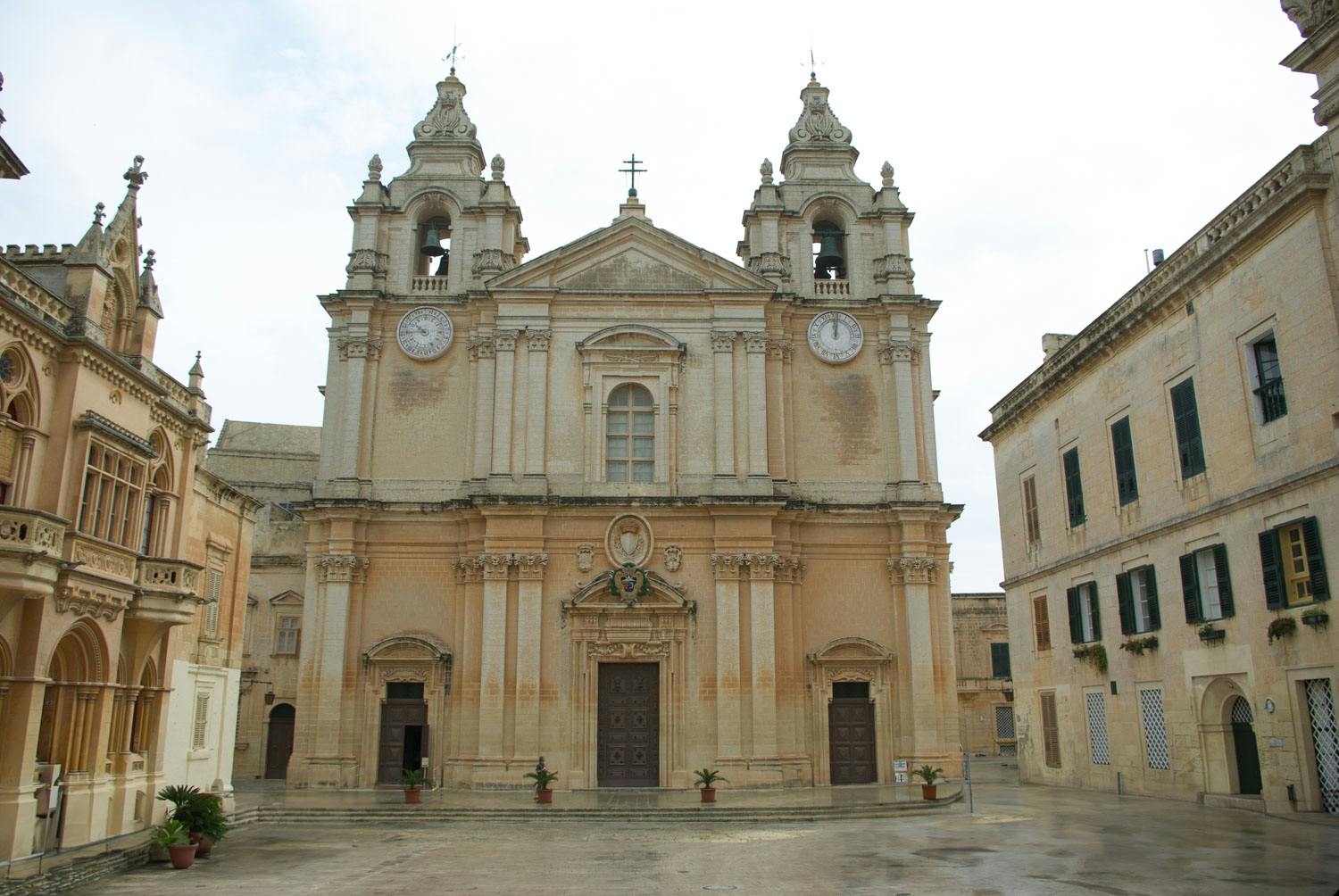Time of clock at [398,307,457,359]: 10:44
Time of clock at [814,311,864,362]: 12:01
